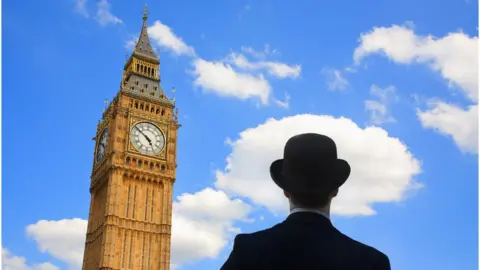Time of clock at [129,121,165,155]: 4:51
